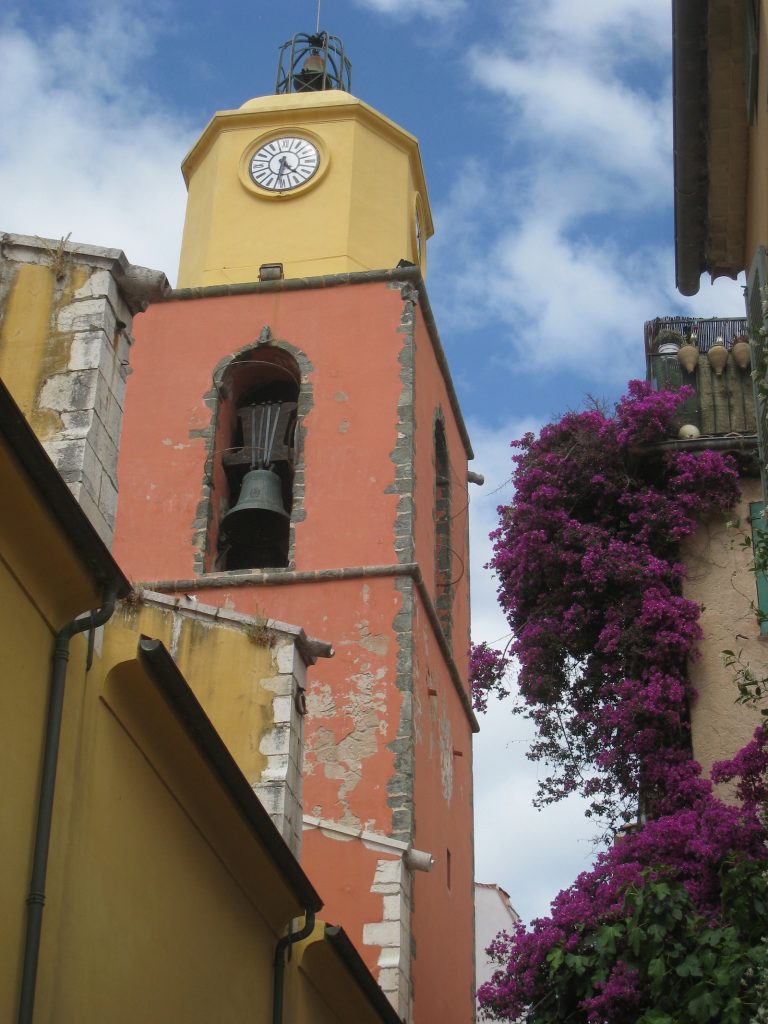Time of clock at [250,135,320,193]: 4:32
